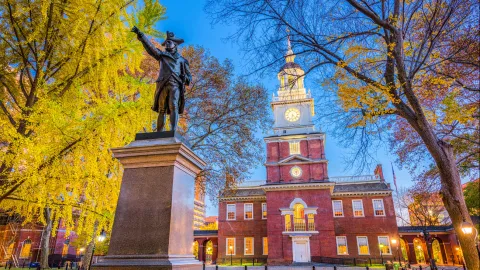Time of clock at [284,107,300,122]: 6:23
